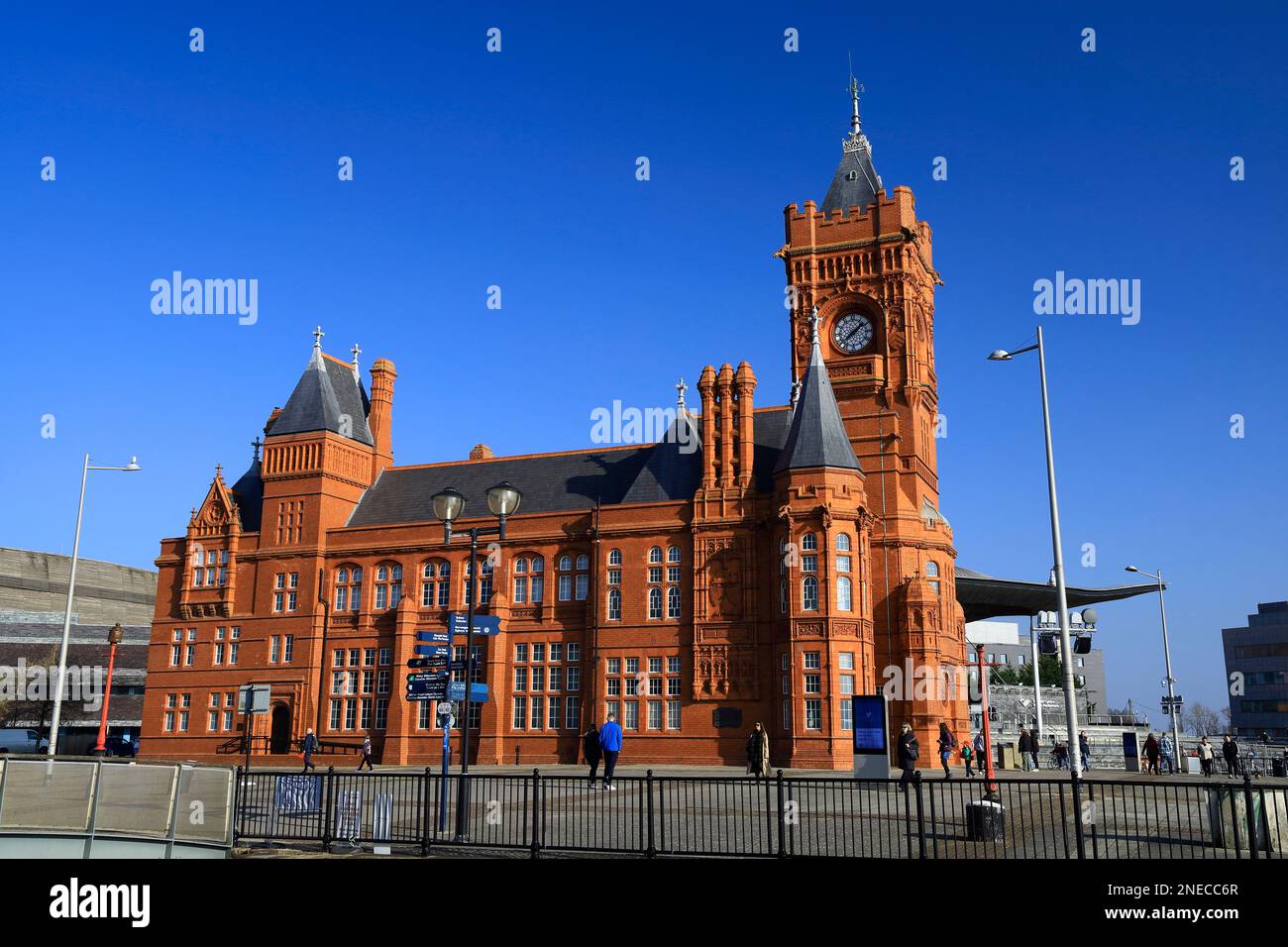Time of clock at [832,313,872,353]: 1:38
